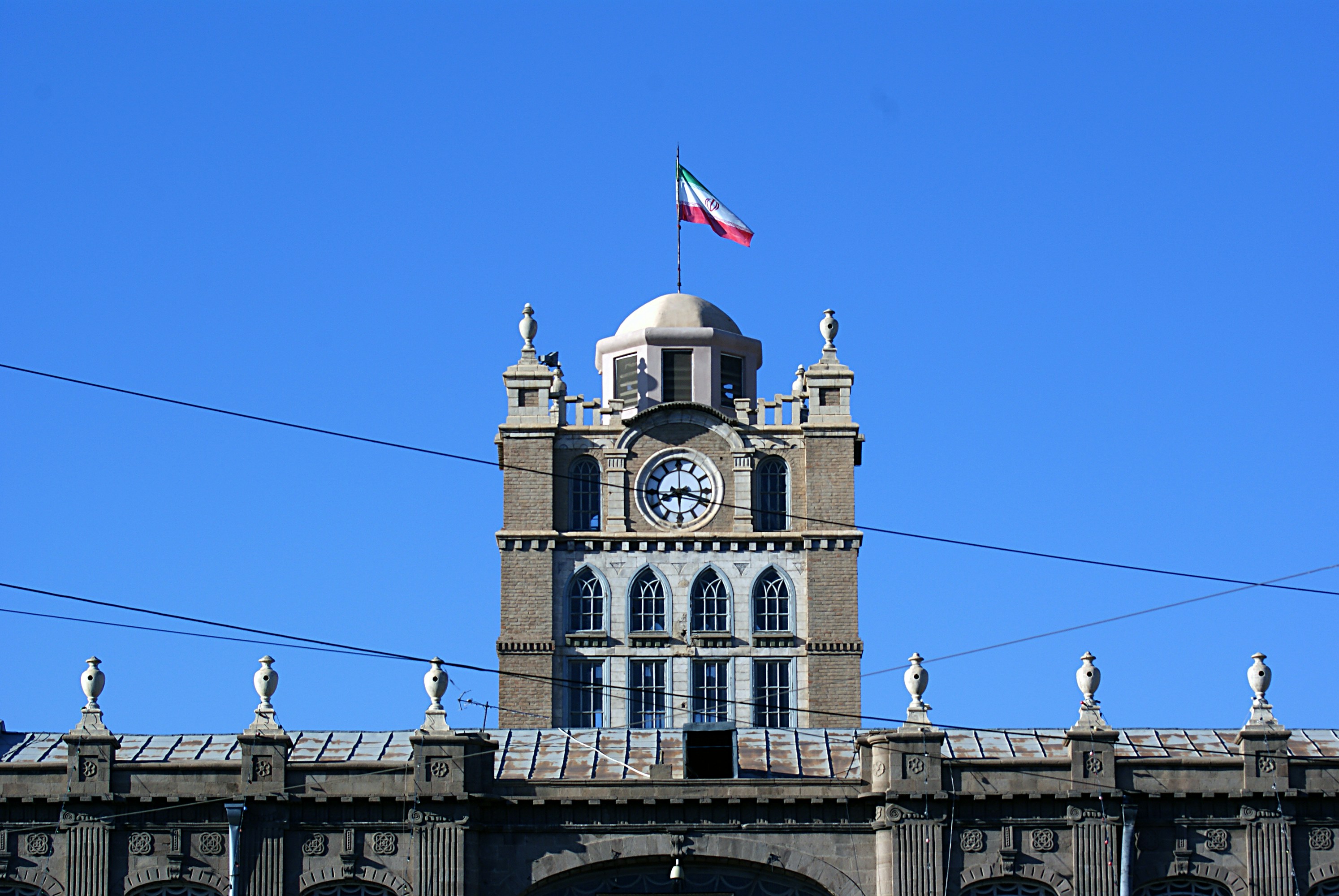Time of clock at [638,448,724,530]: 8:18
